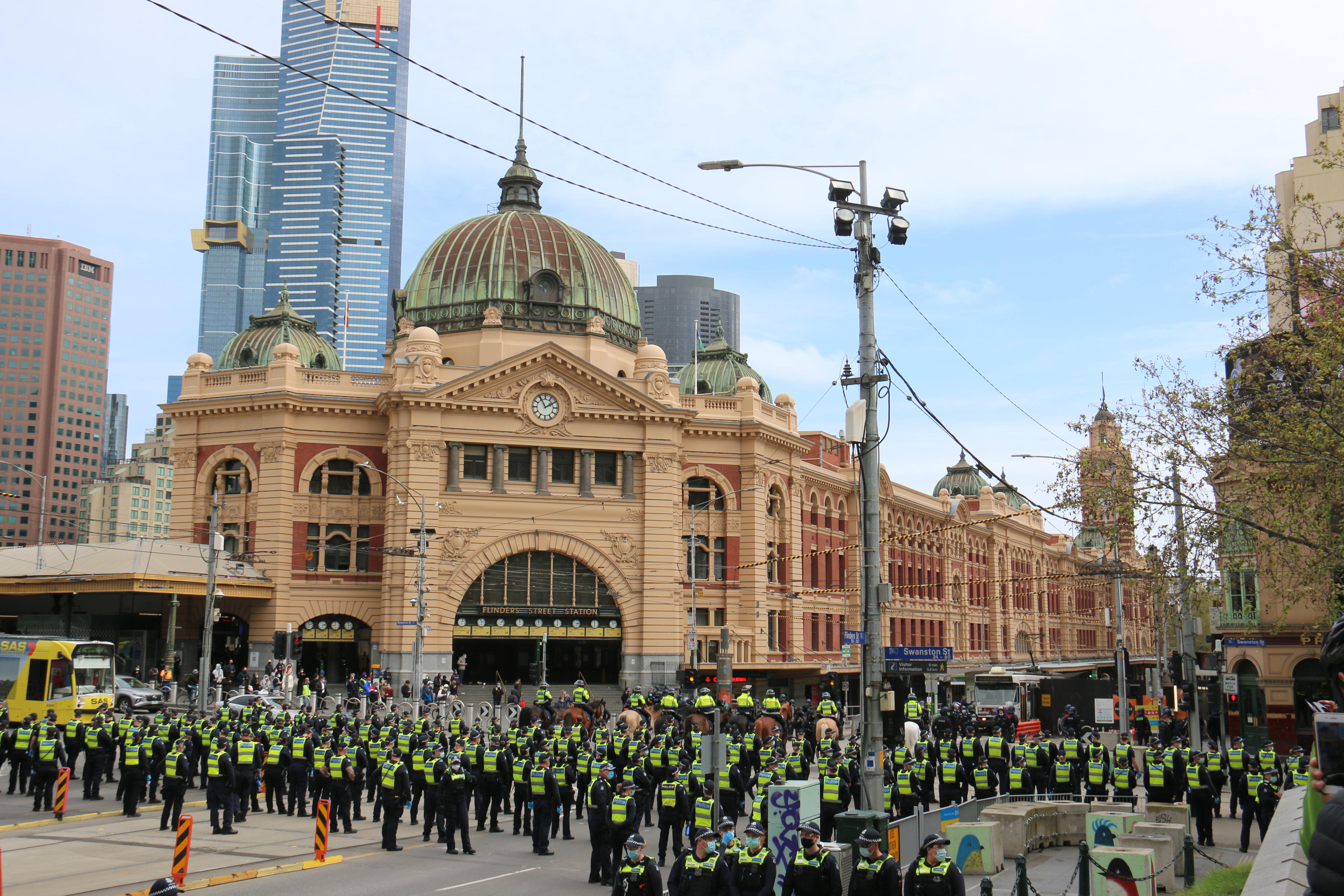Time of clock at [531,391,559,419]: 1:55
